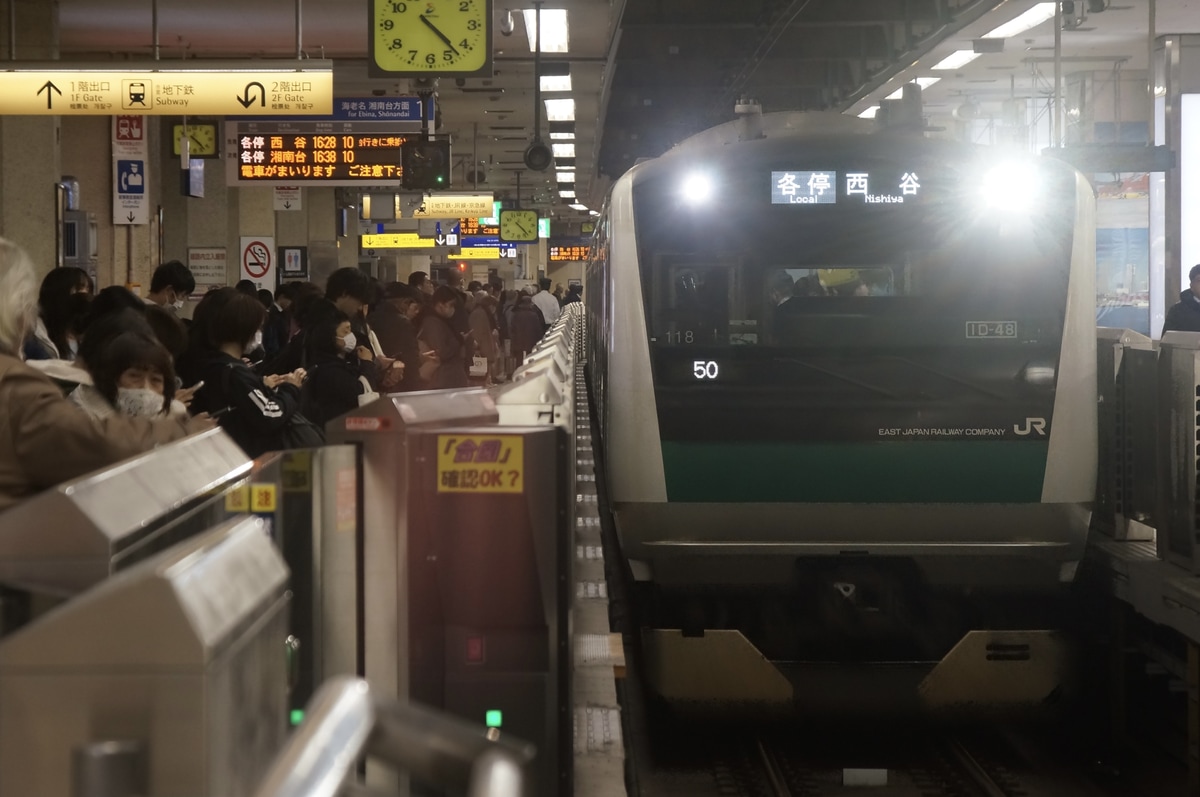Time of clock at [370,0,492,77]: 4:22
